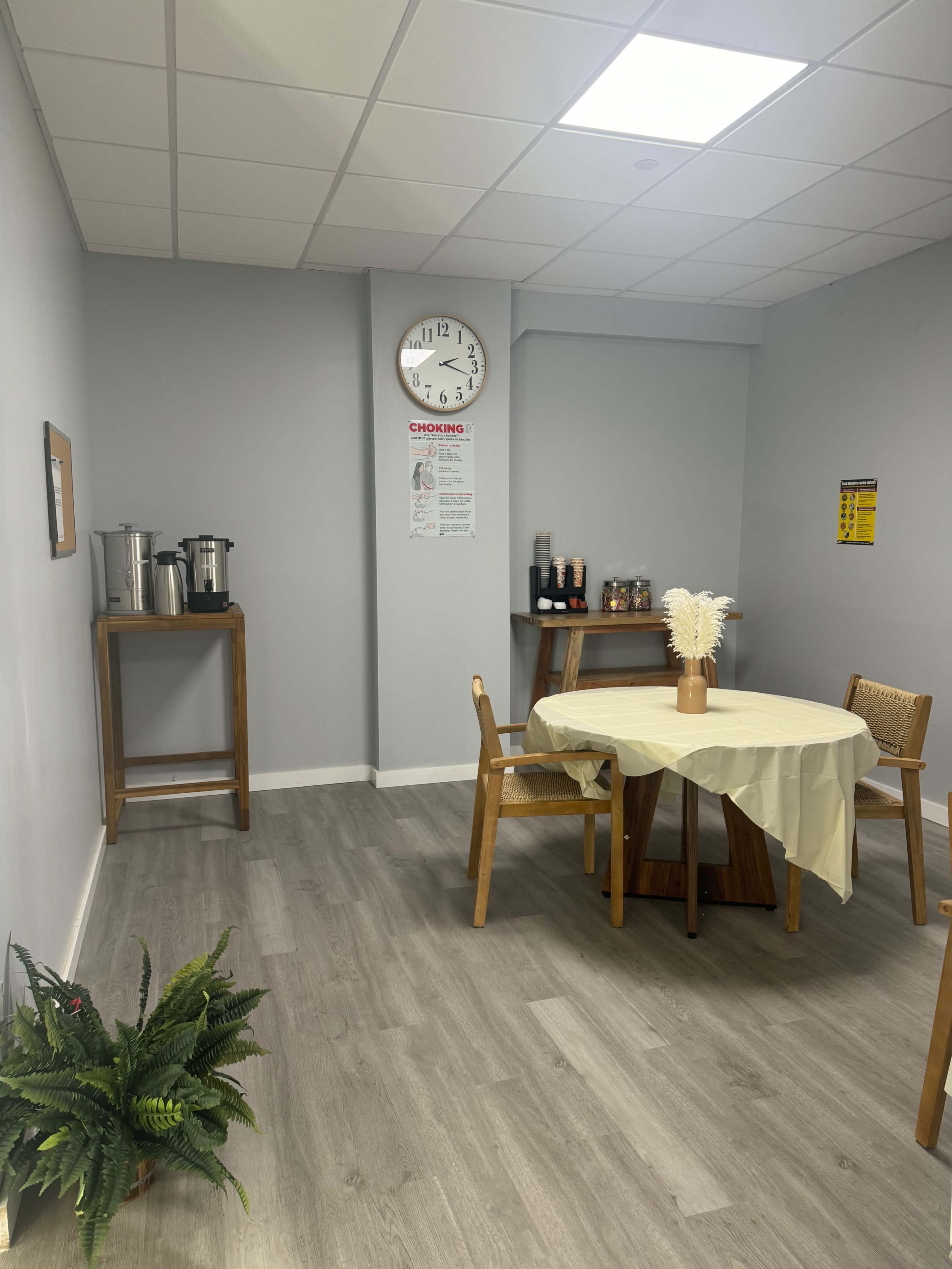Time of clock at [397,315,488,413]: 2:18
